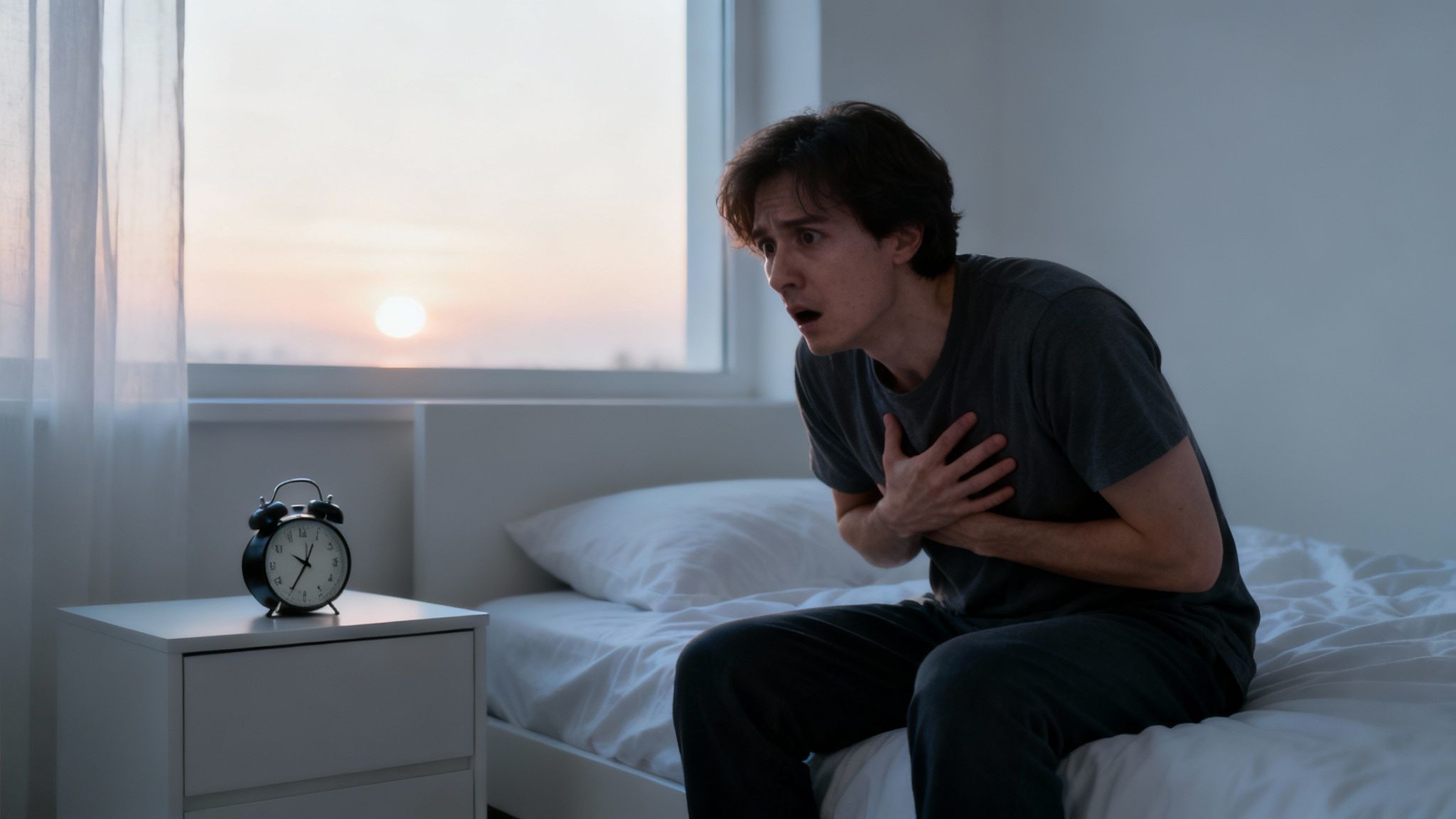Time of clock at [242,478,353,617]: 12:34
